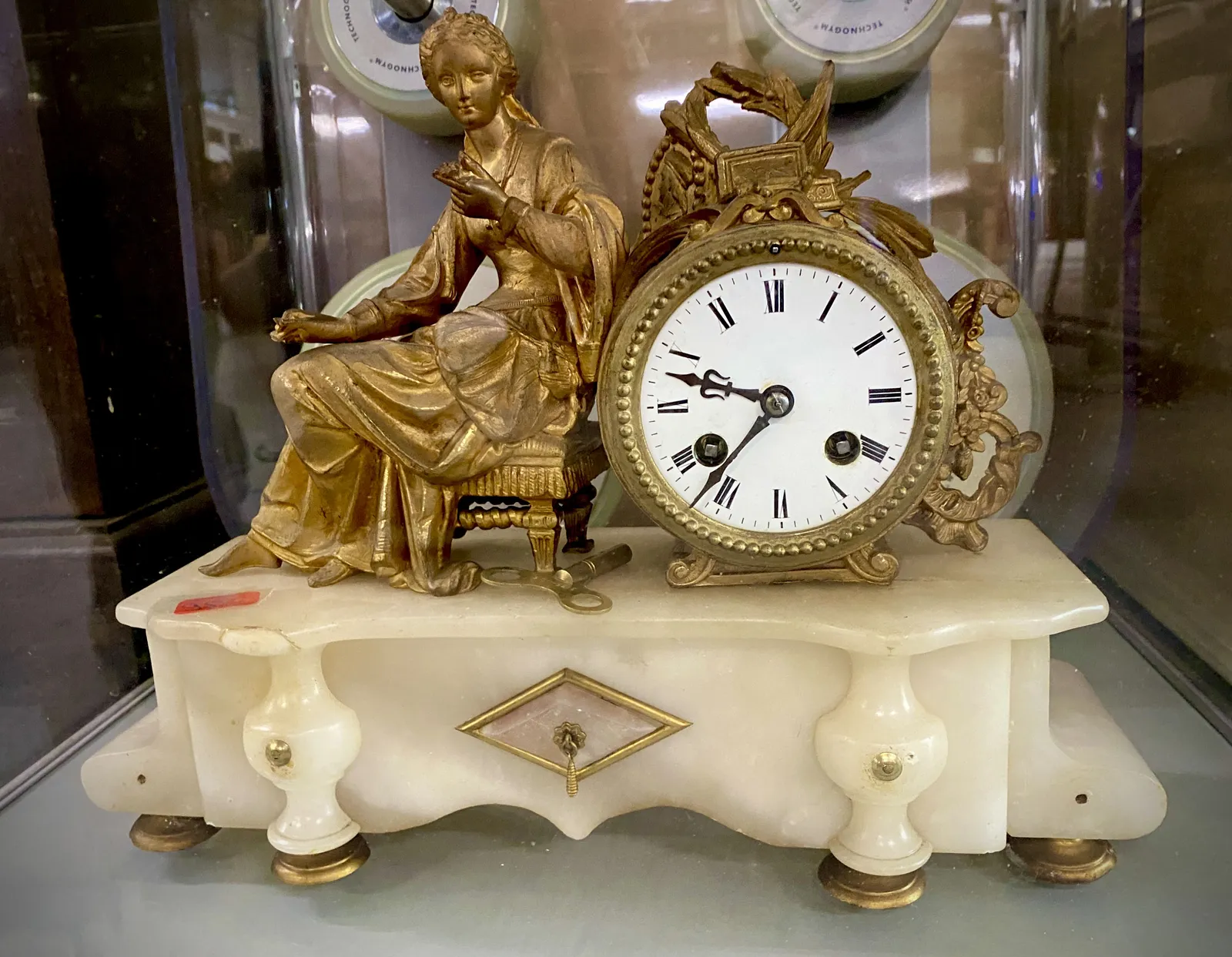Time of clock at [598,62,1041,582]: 9:36
